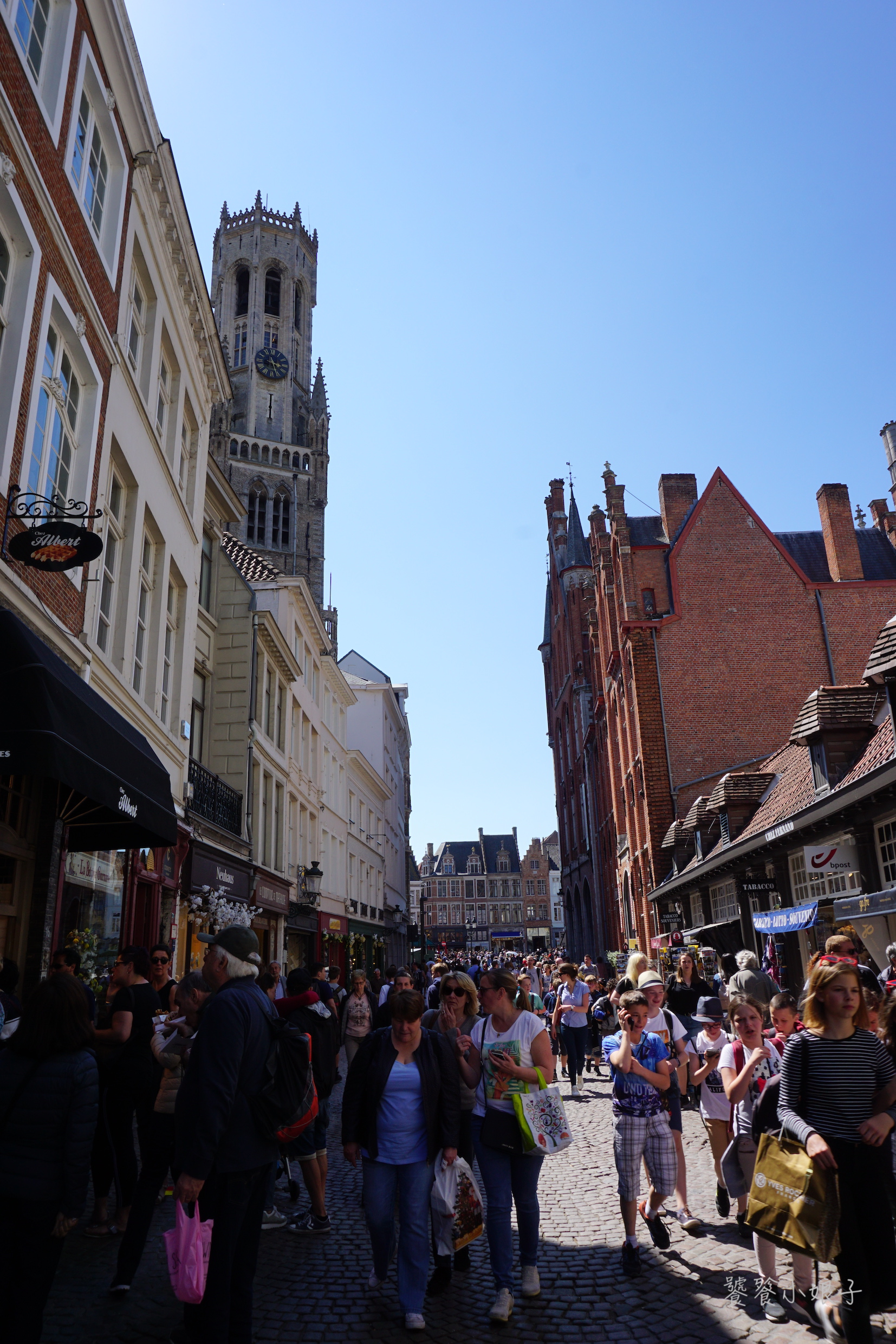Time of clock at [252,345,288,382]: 3:26
